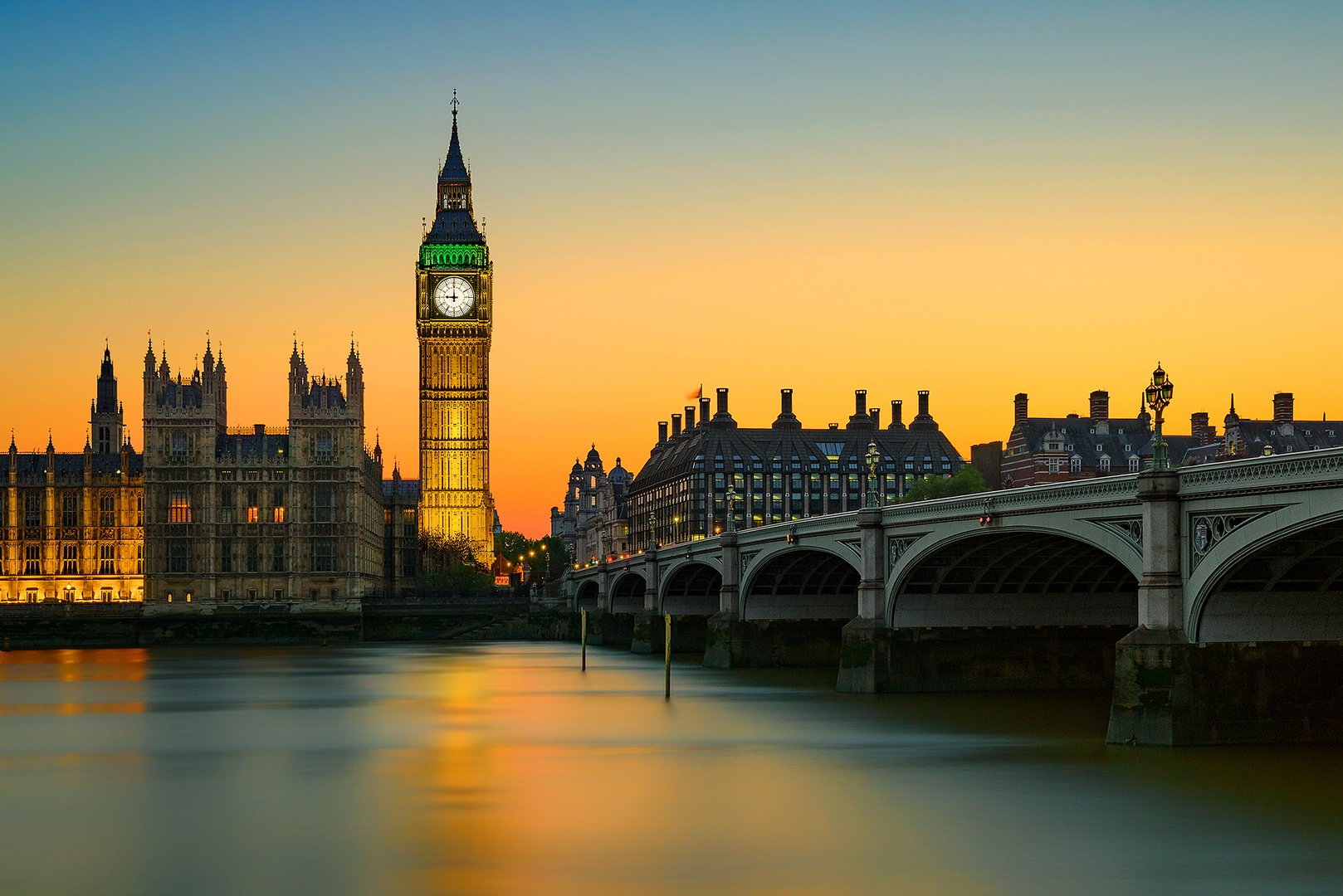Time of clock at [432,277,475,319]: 8:59
